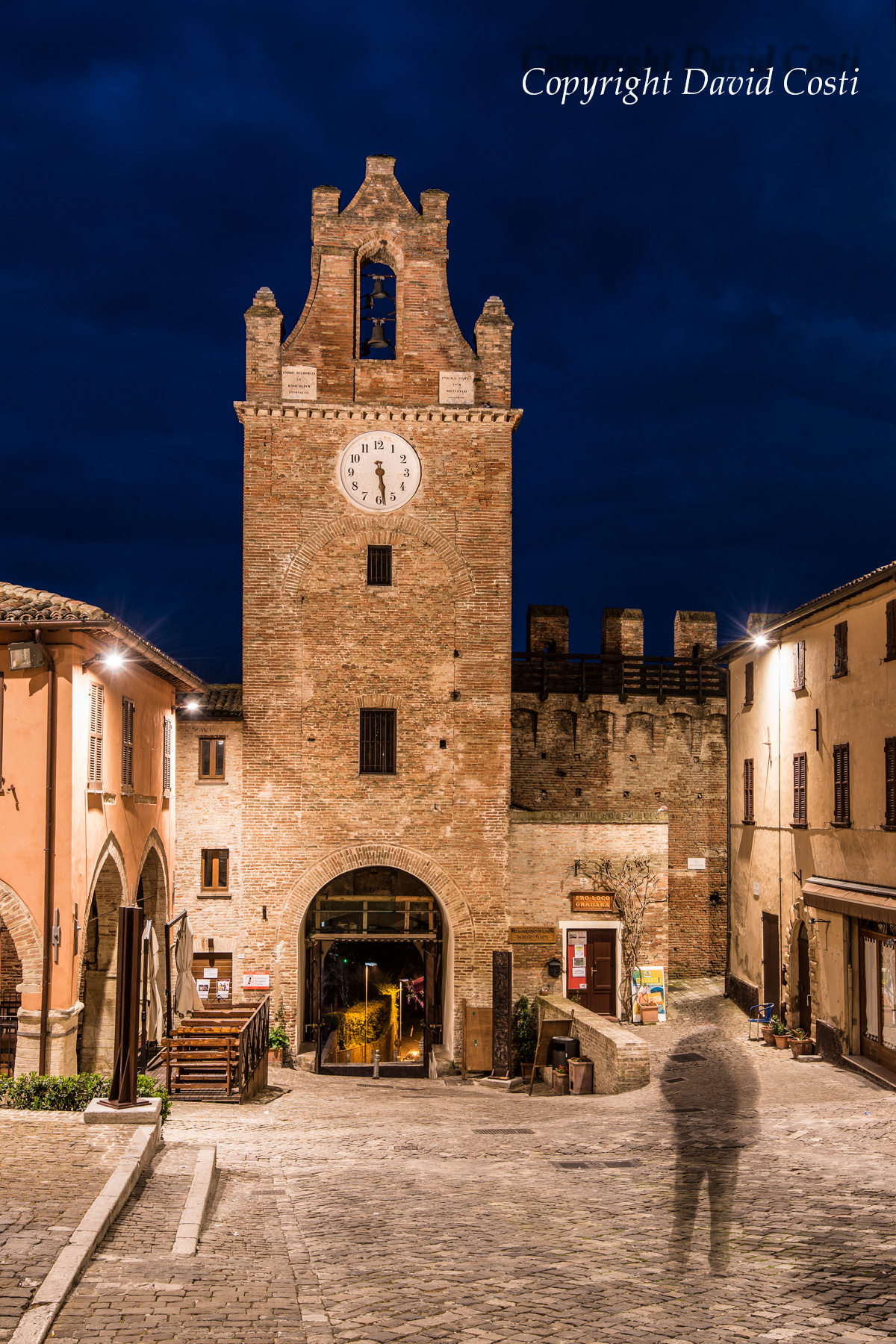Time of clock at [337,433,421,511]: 5:28
